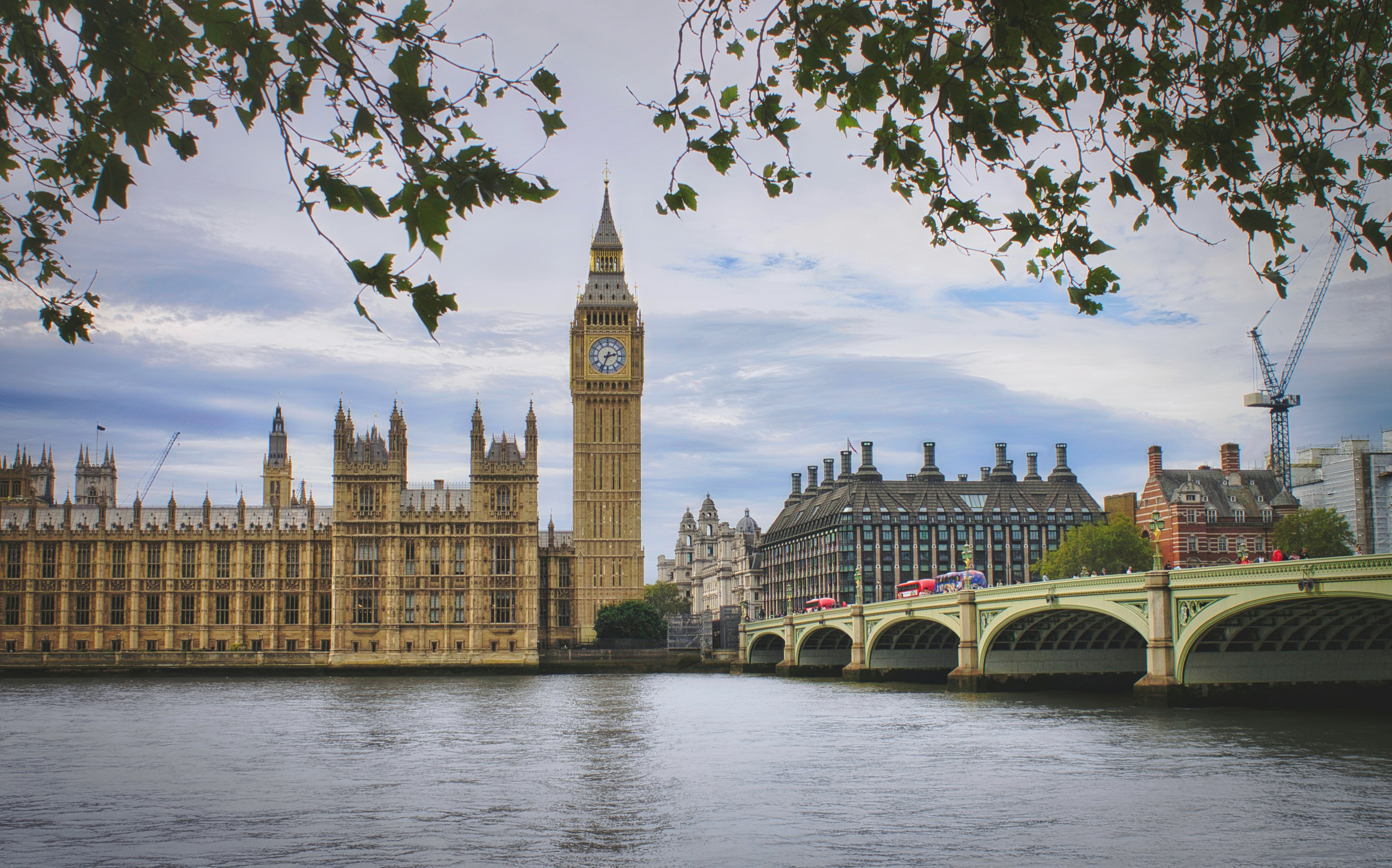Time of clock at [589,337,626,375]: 2:33
